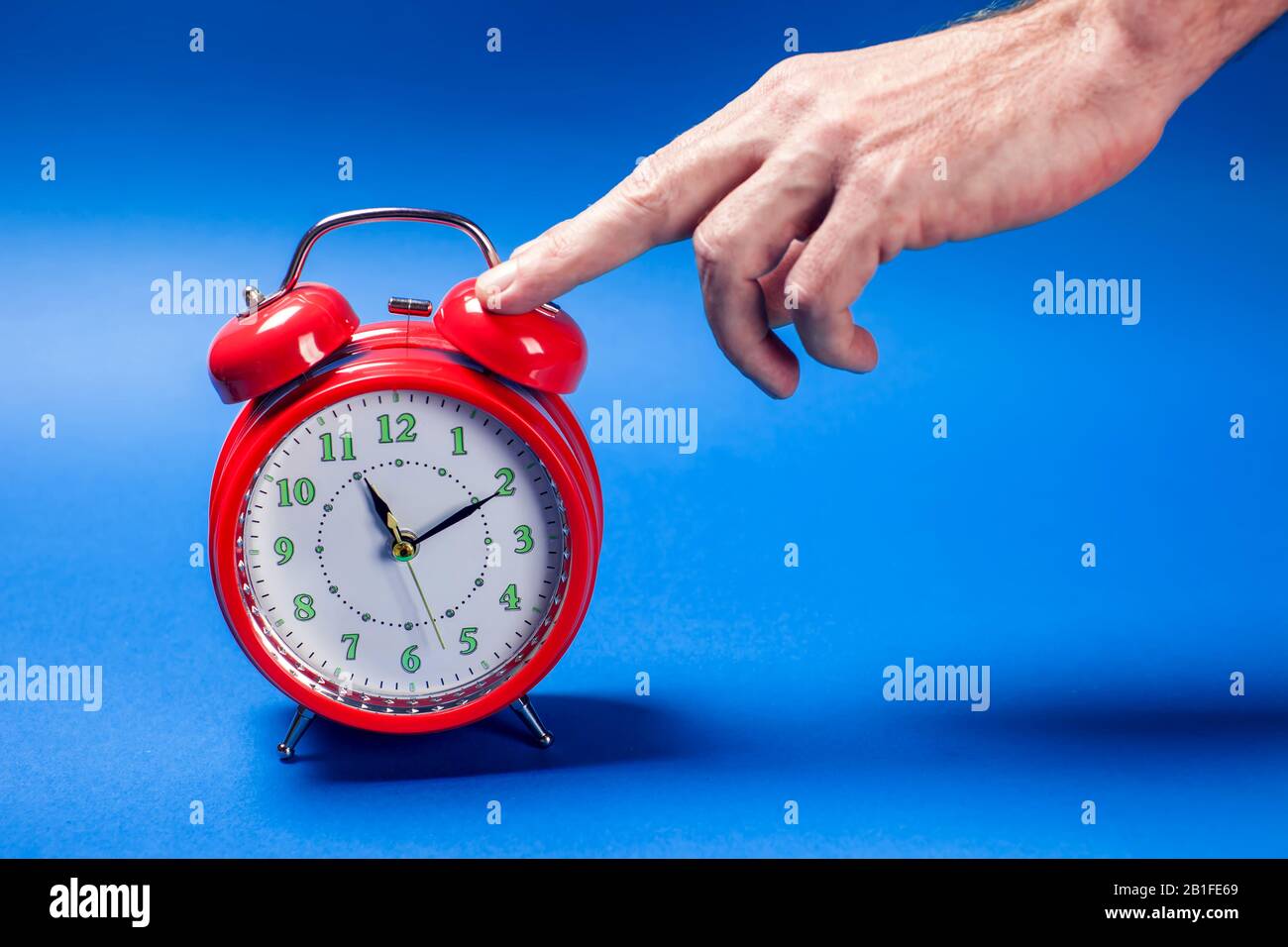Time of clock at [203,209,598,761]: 11:10
